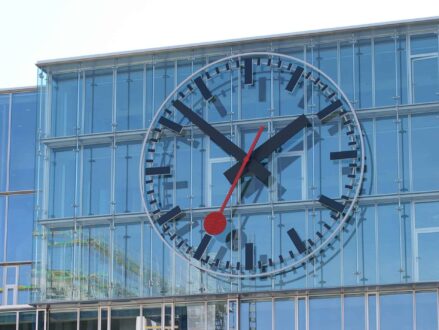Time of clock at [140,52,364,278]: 1:52
